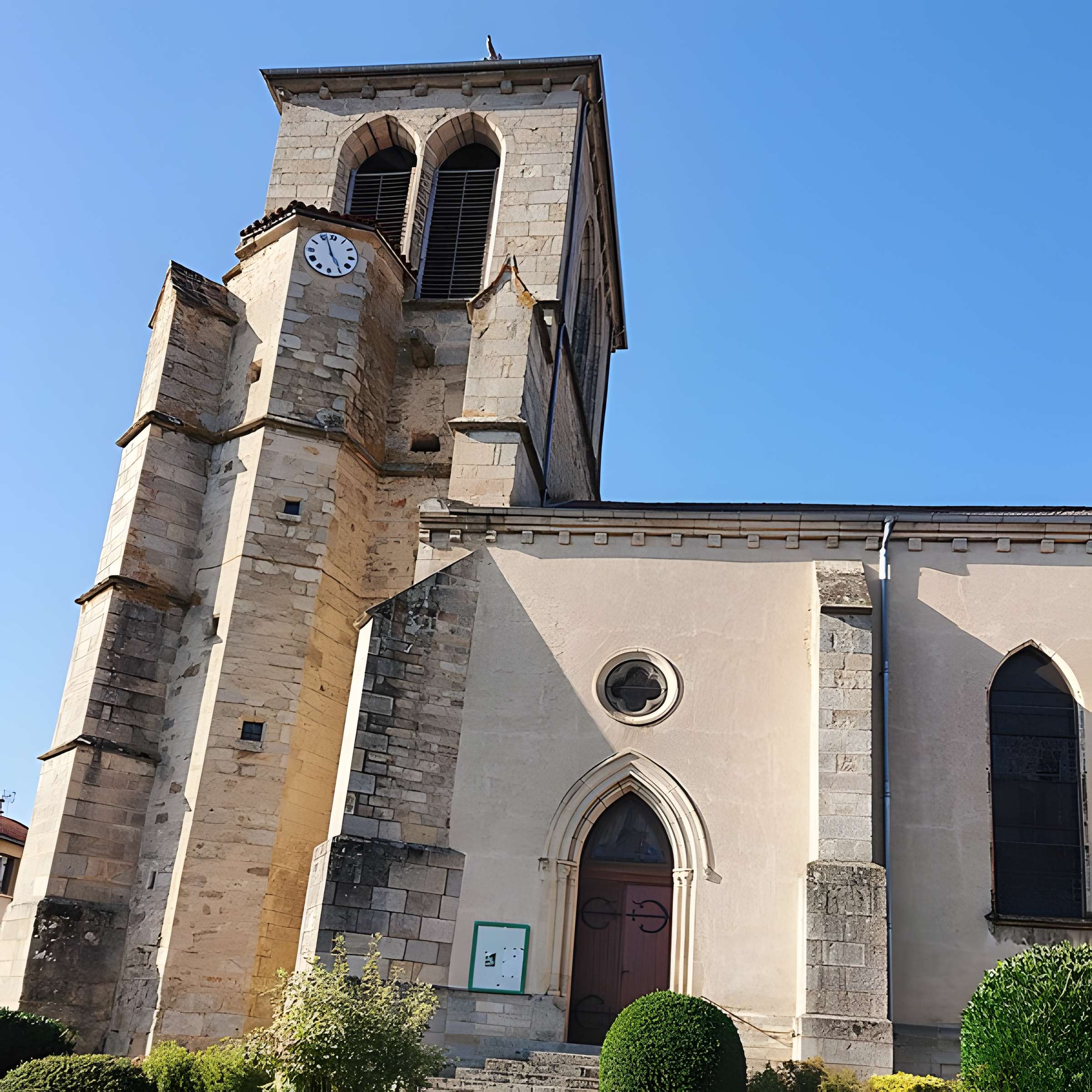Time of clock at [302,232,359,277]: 4:56
